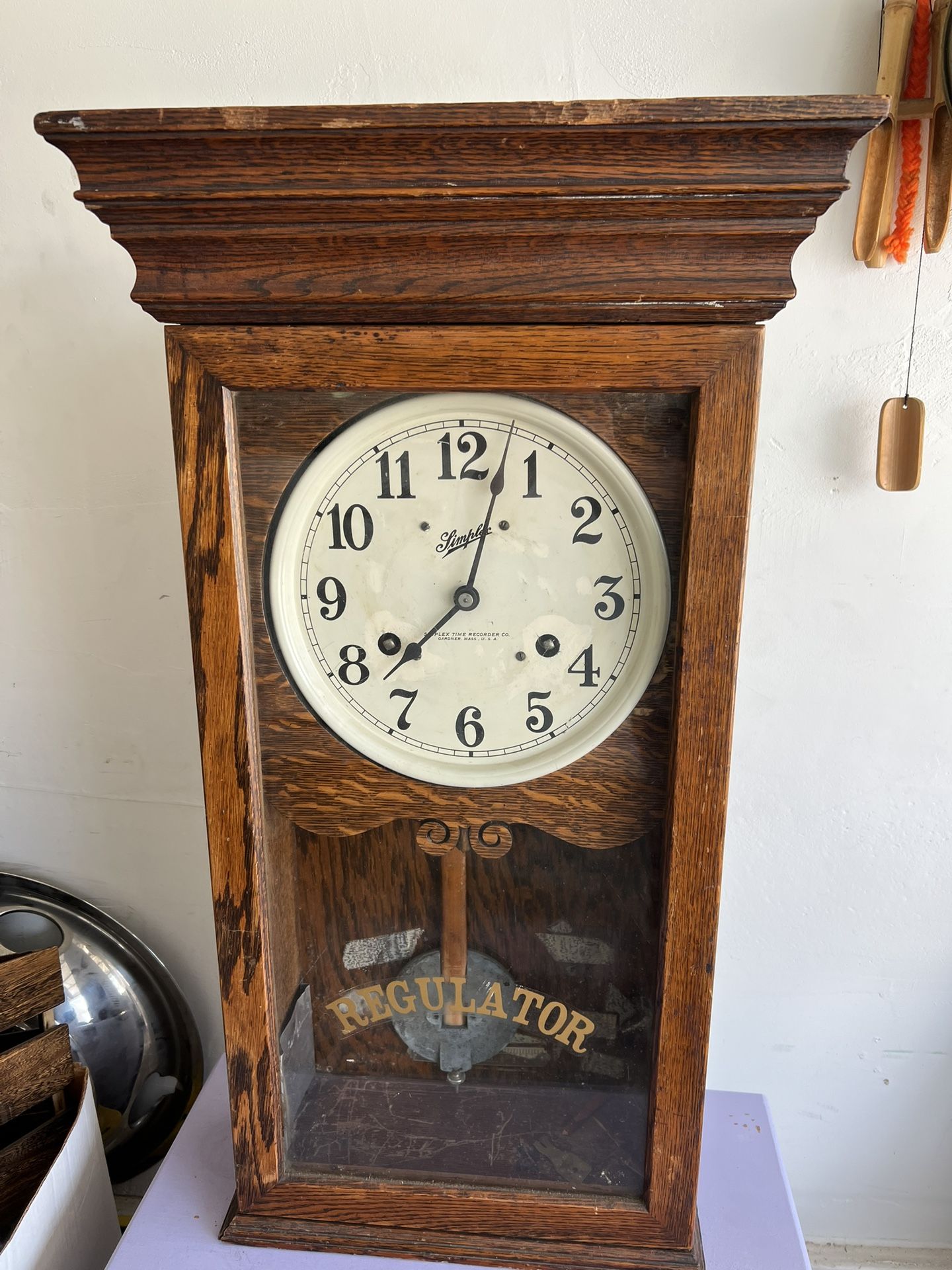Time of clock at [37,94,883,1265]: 8:03
